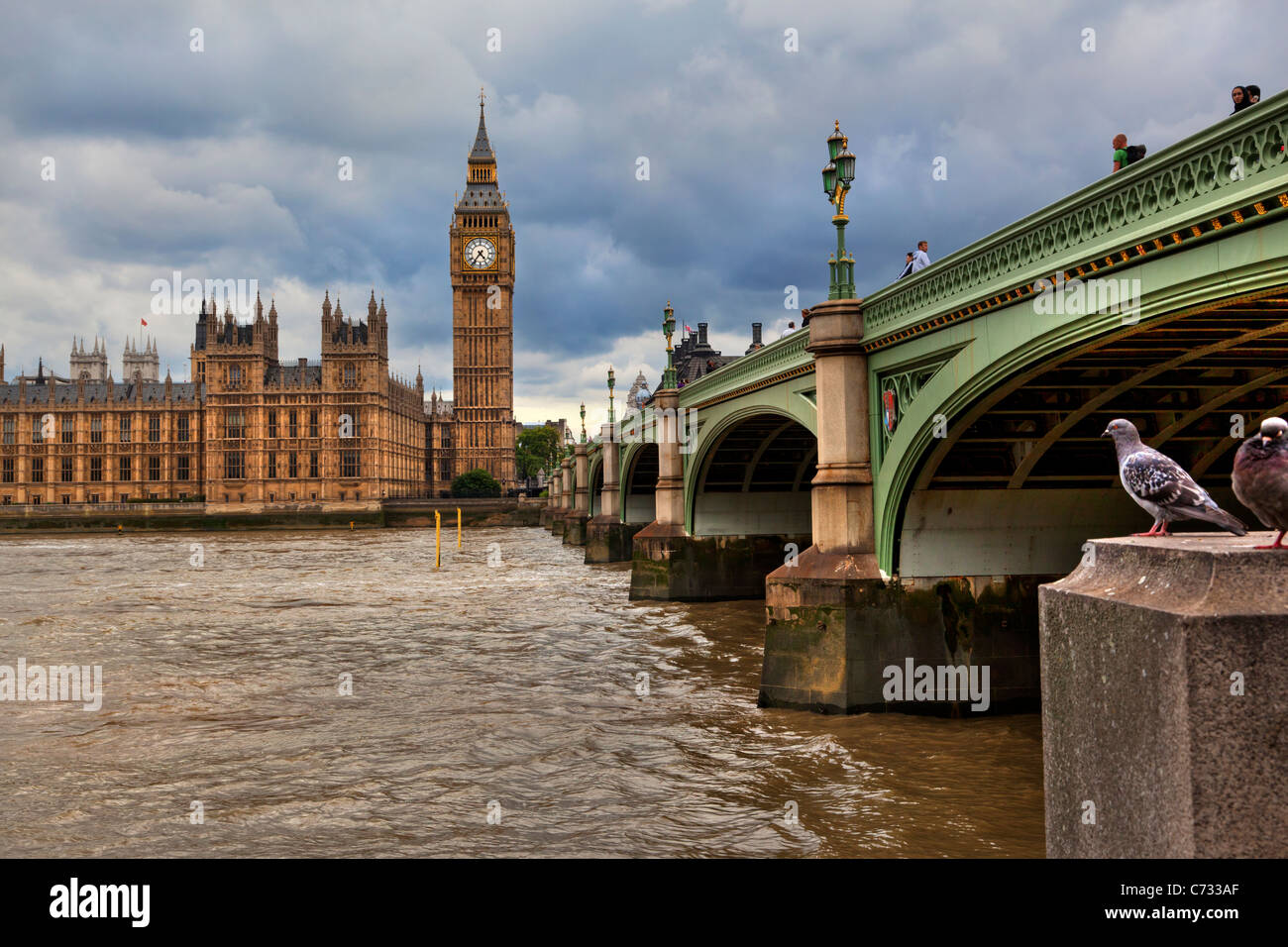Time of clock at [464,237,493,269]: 4:36
